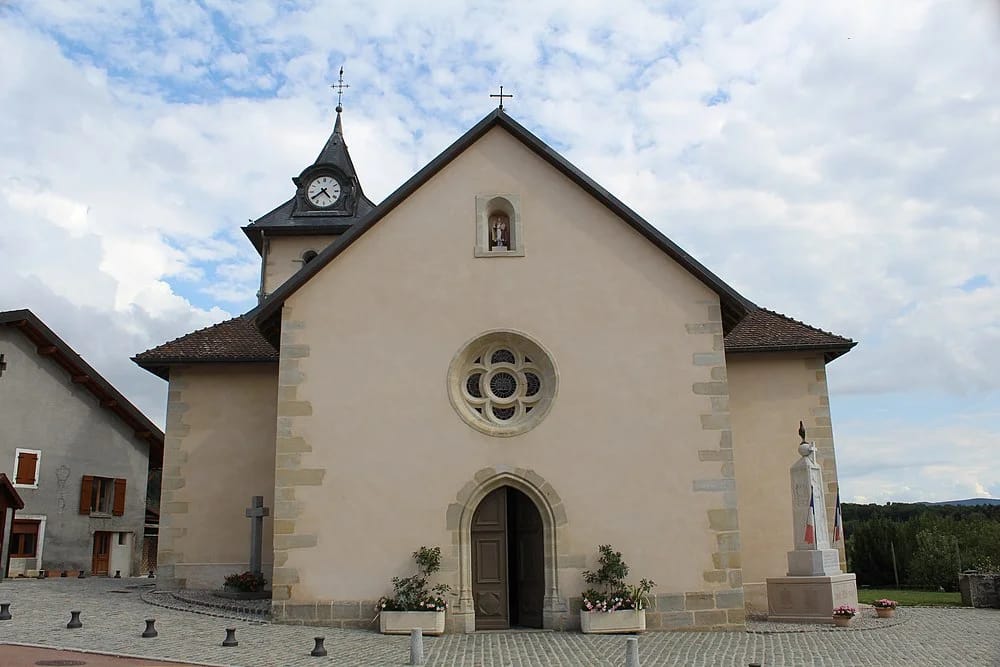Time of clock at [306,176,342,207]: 4:39
